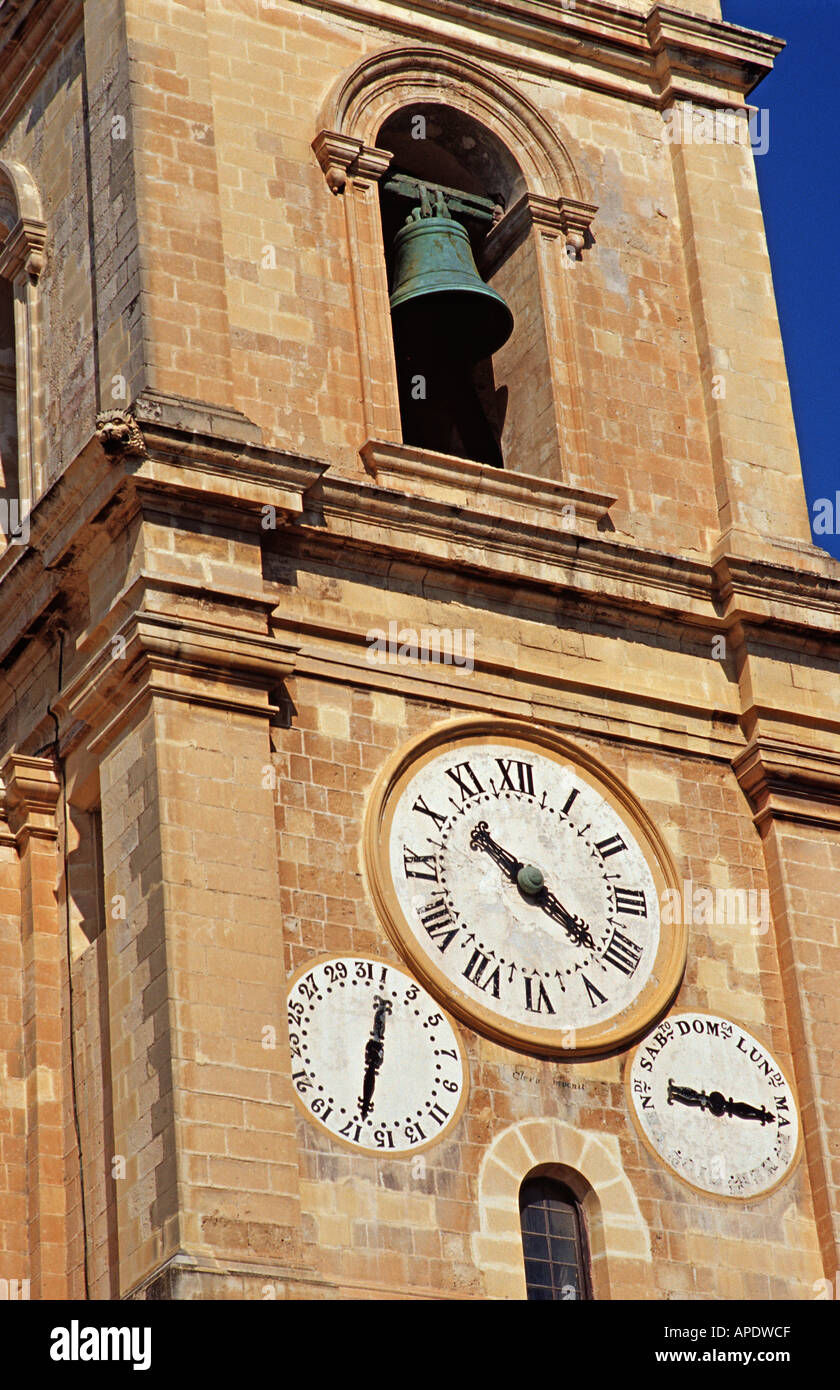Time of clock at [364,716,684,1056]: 10:21
